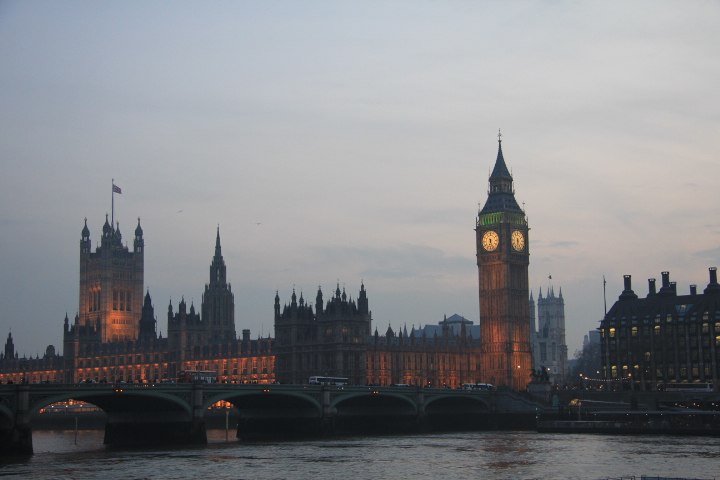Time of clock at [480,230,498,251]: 6:26
